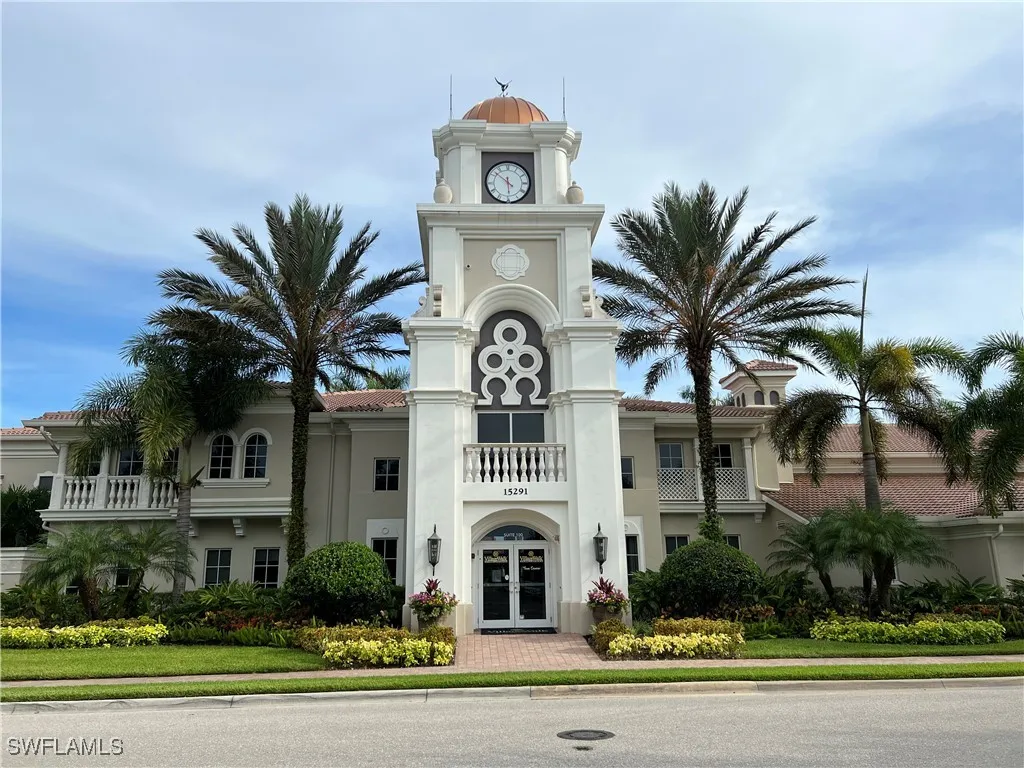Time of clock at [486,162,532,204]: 5:51
